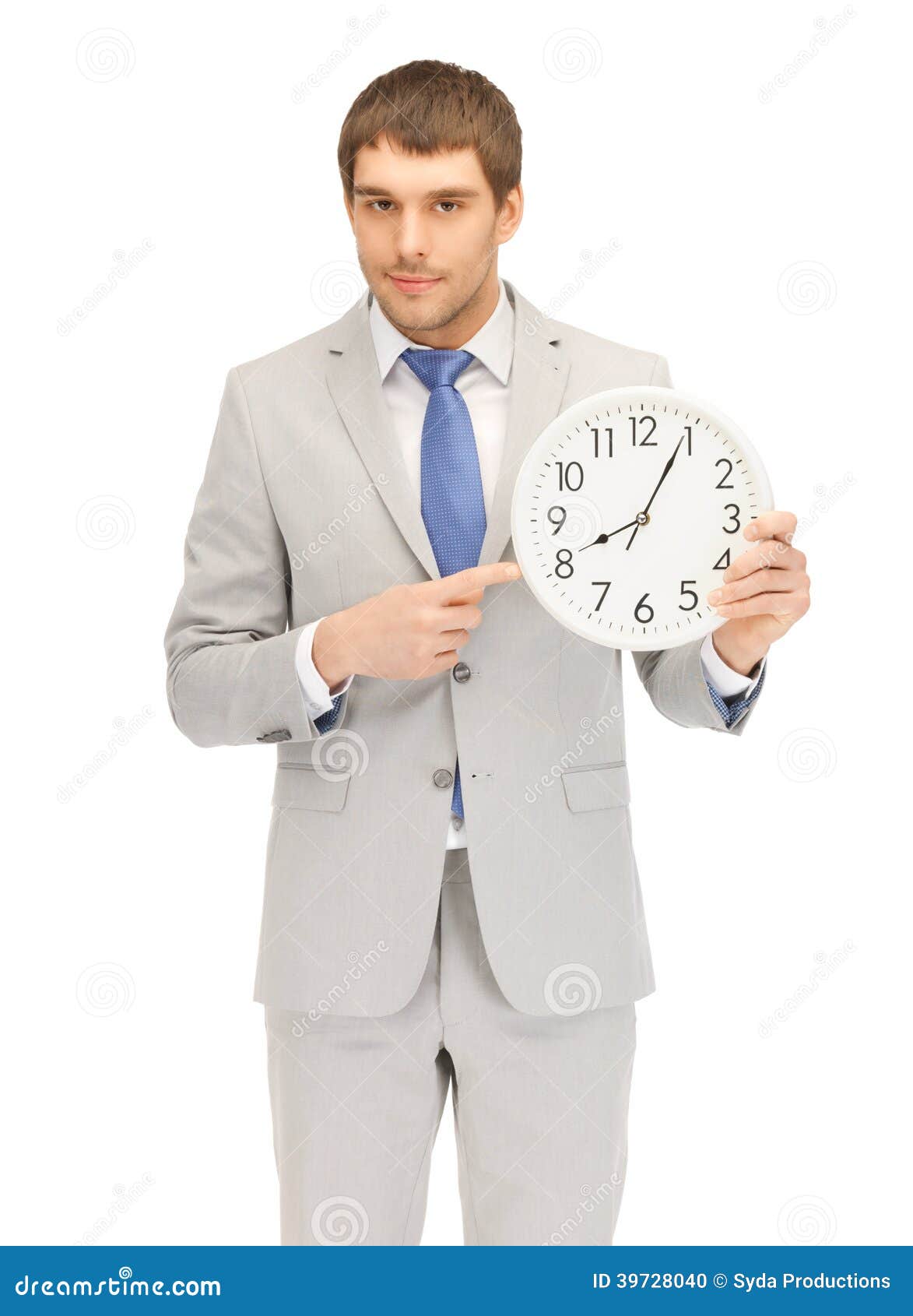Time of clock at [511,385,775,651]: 8:04
